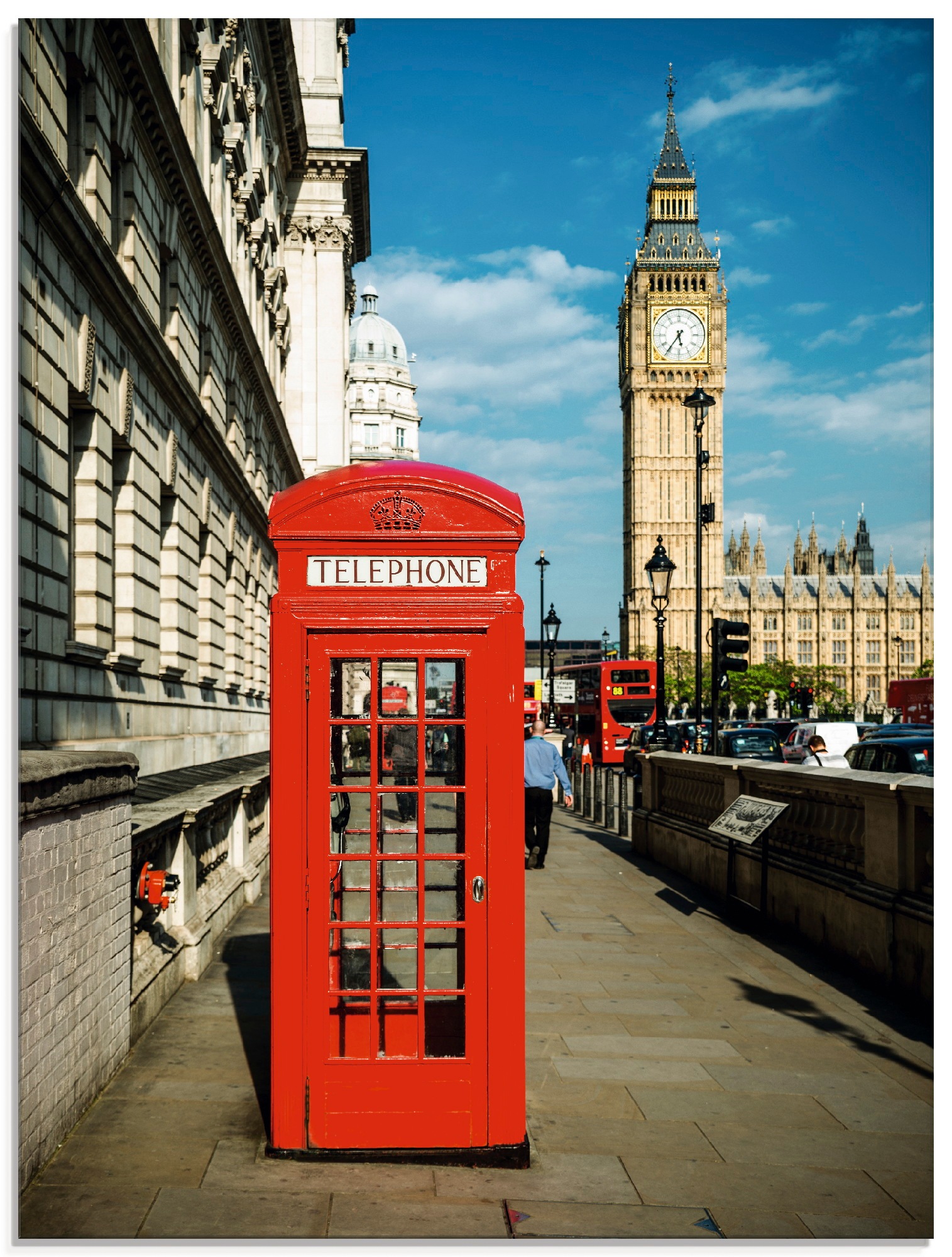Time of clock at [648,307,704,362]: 5:36
